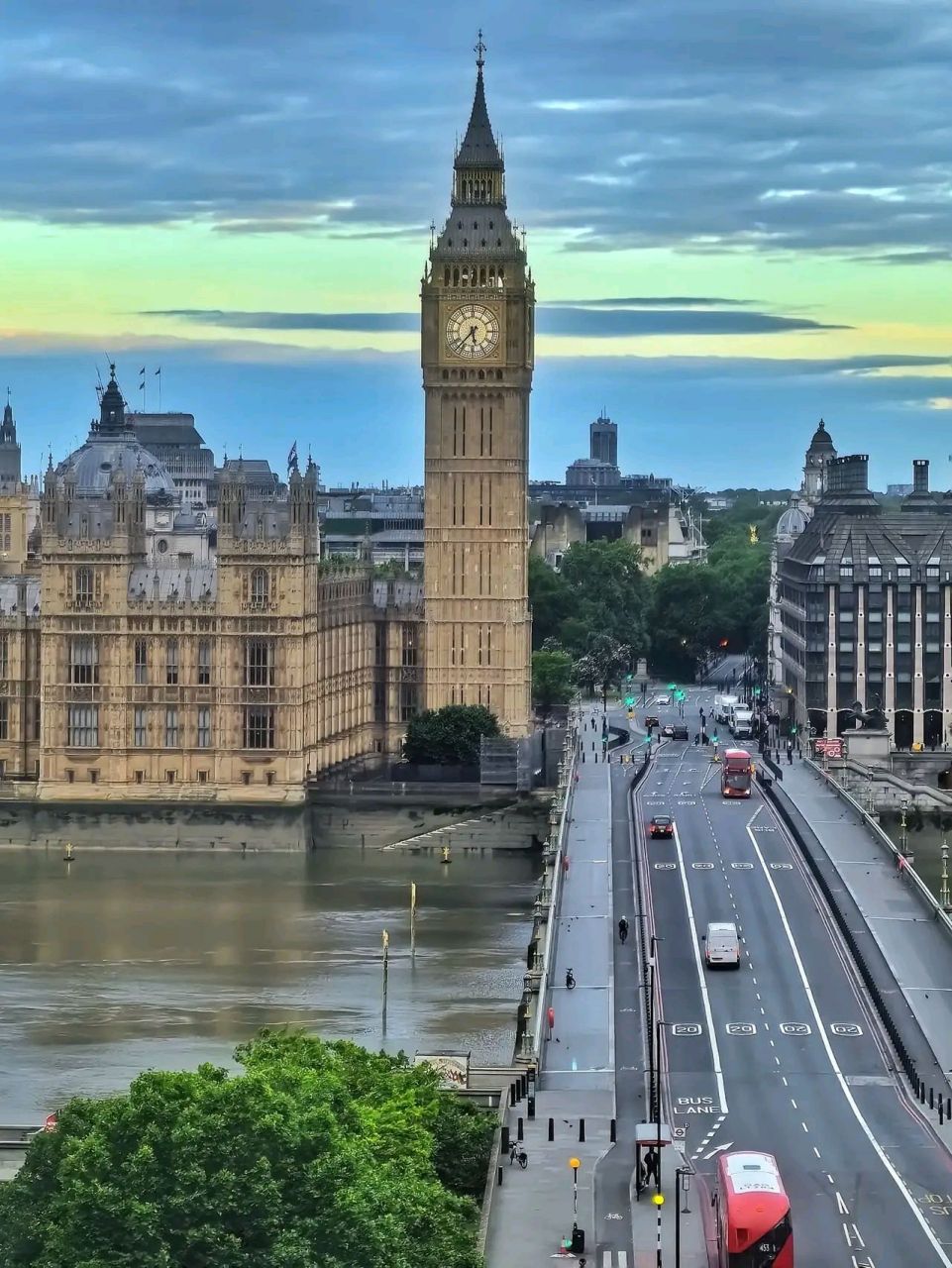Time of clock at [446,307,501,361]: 5:37
